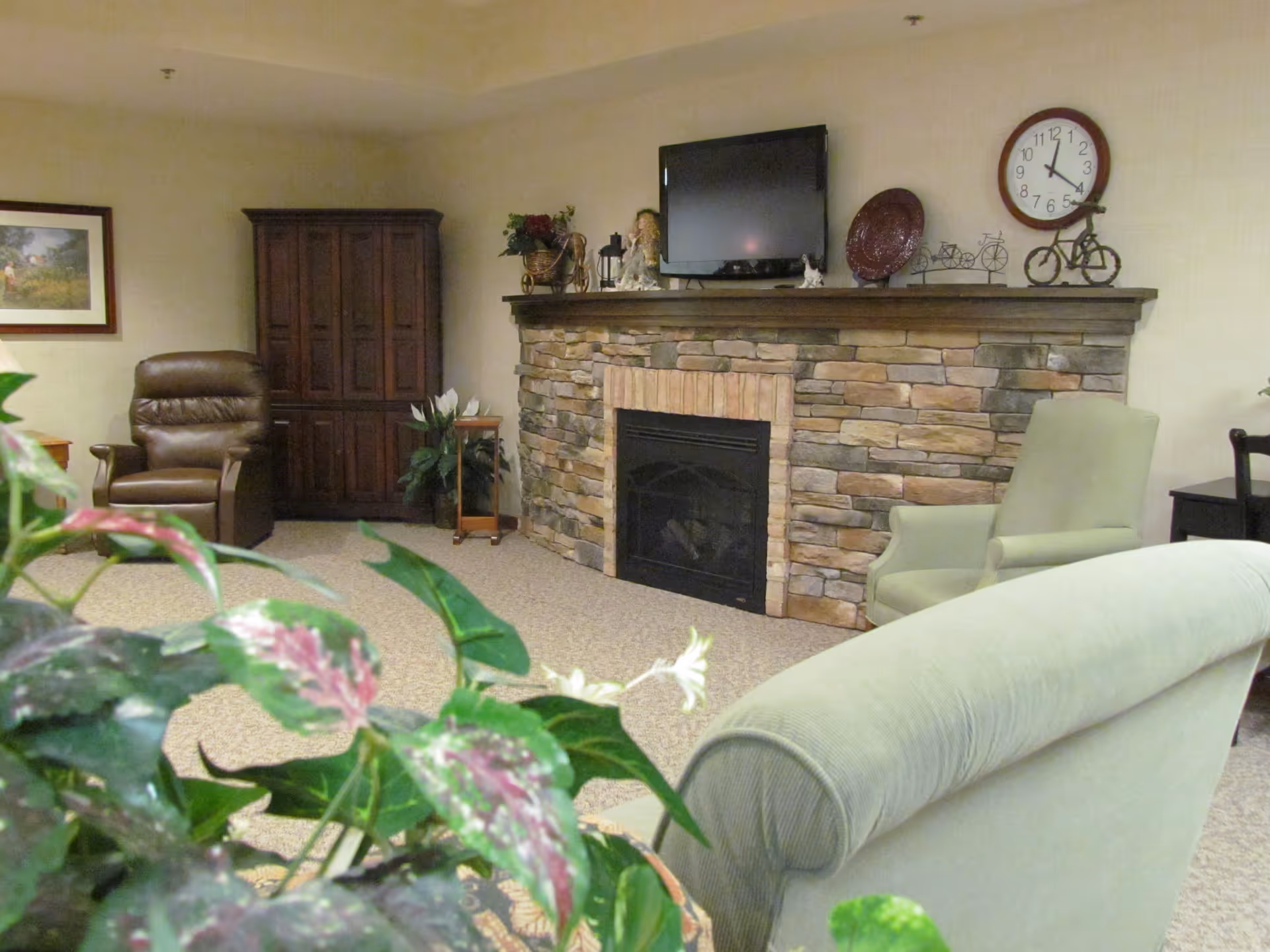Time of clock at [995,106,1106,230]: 12:20
